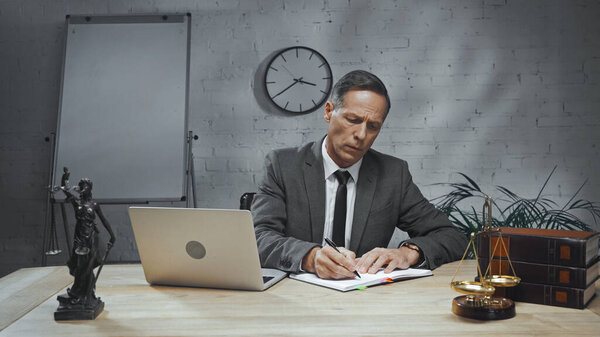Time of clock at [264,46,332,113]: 3:39
